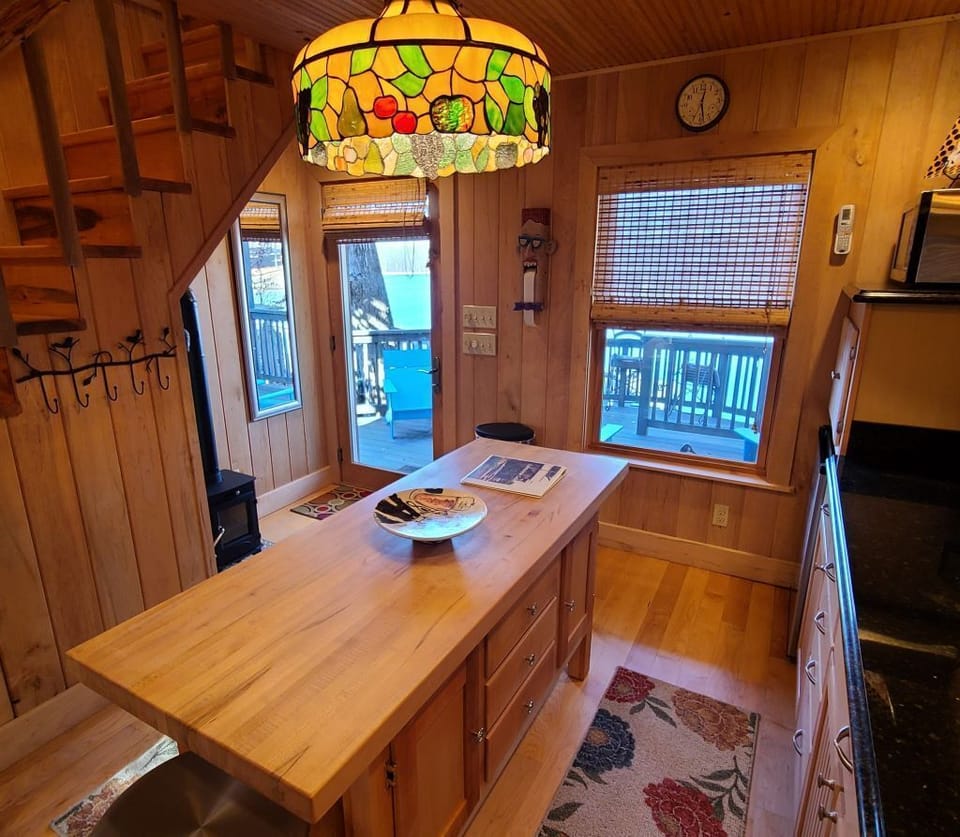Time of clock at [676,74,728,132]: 12:28
